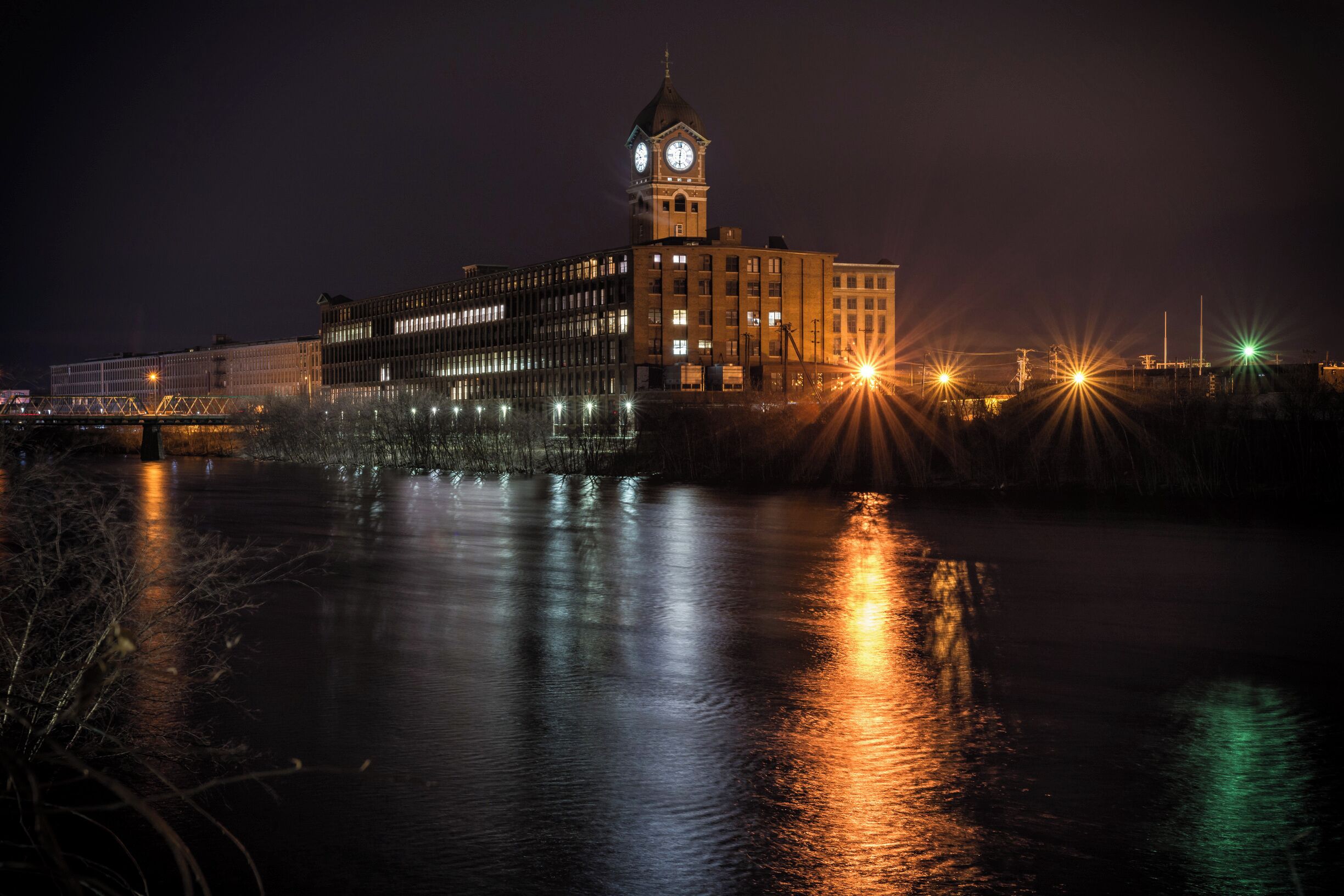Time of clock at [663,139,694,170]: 6:01
